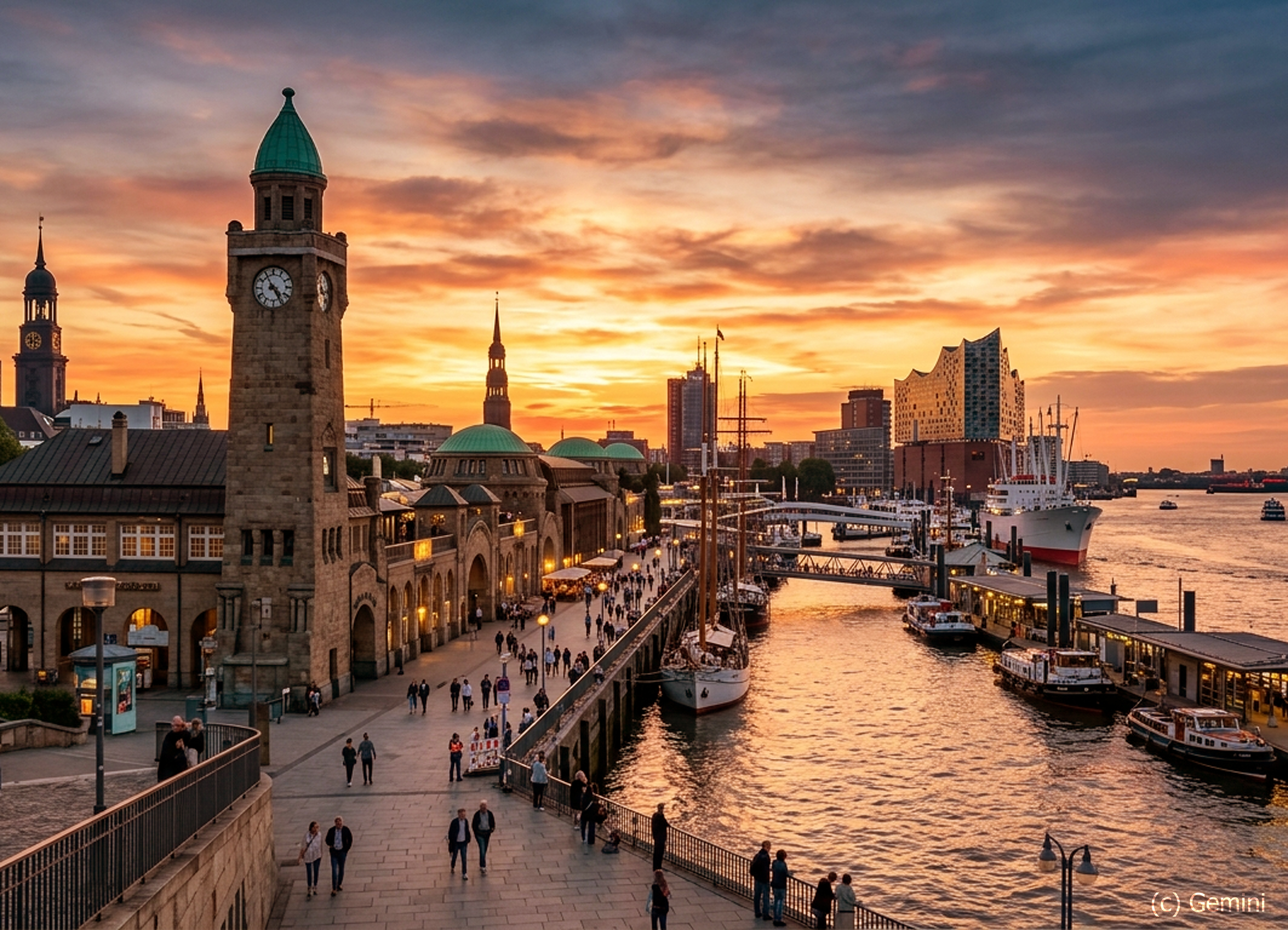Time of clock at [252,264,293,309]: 4:54
